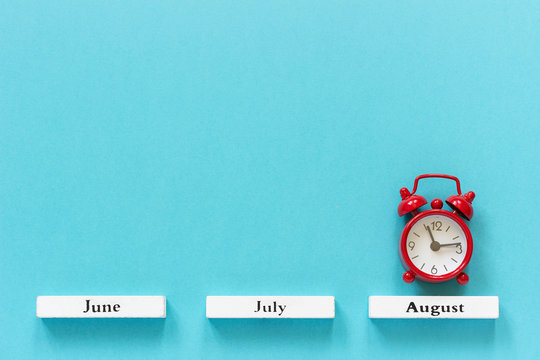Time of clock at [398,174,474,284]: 11:13
